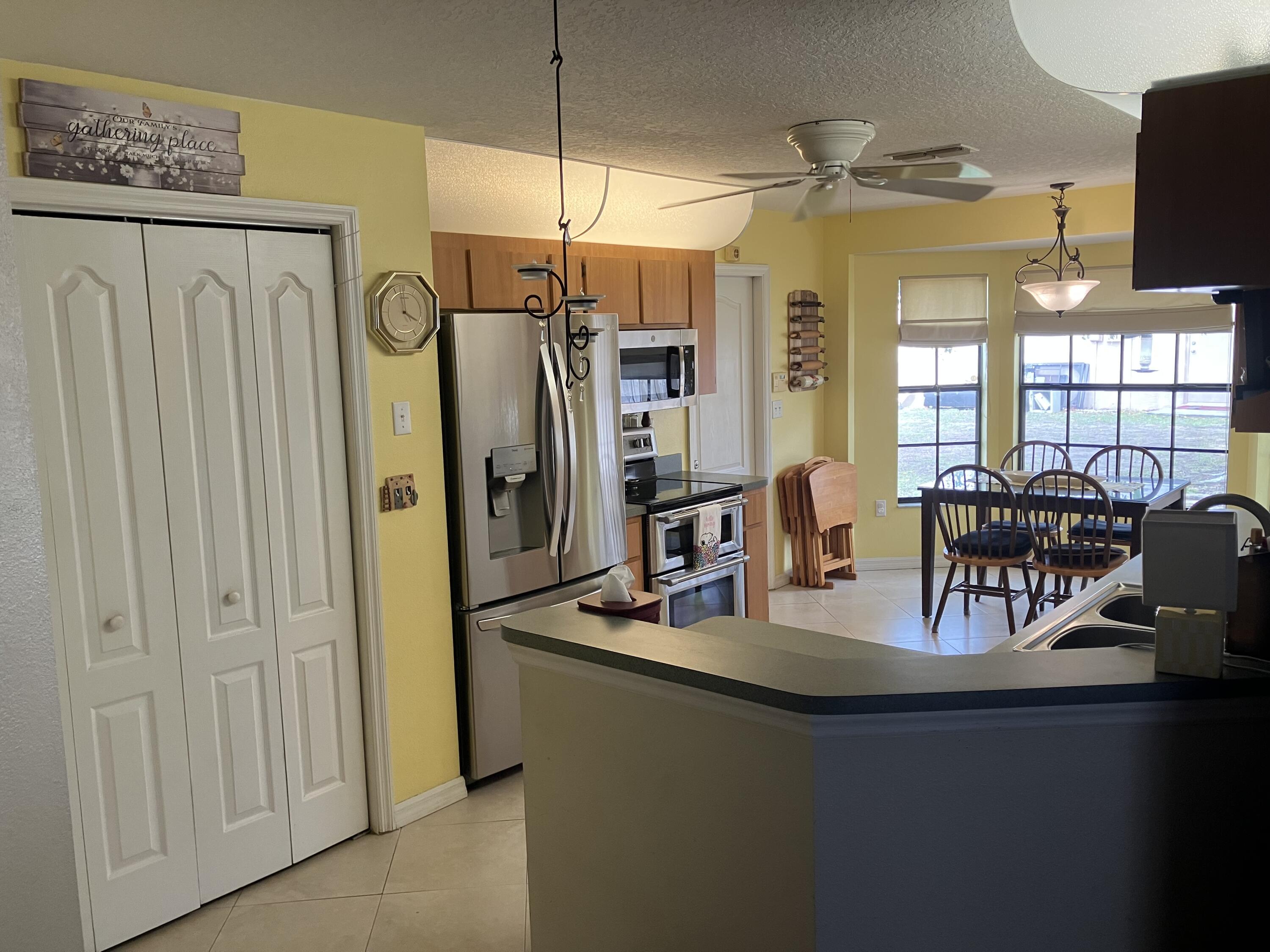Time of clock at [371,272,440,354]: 3:58
